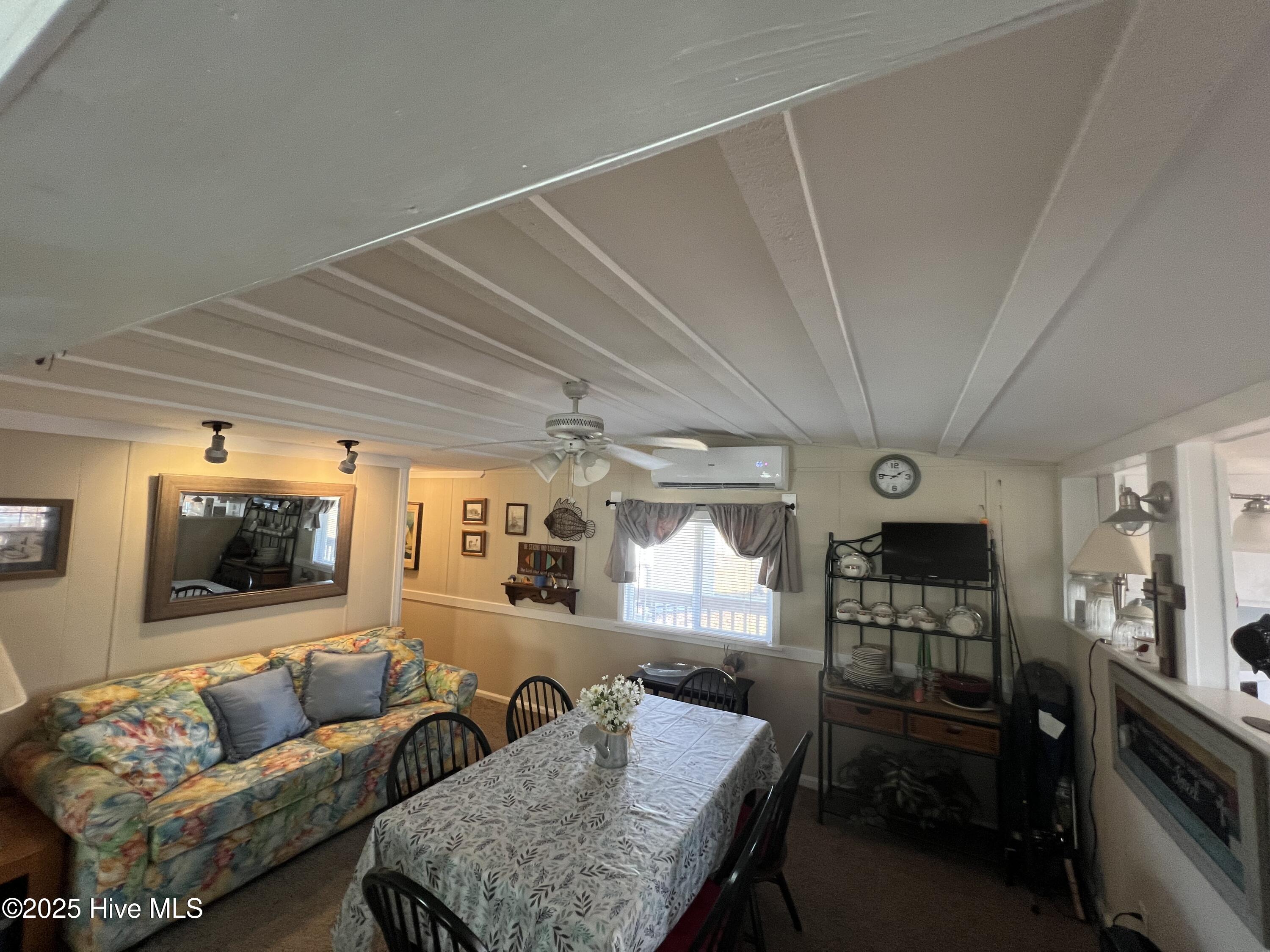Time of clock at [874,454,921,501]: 1:46
